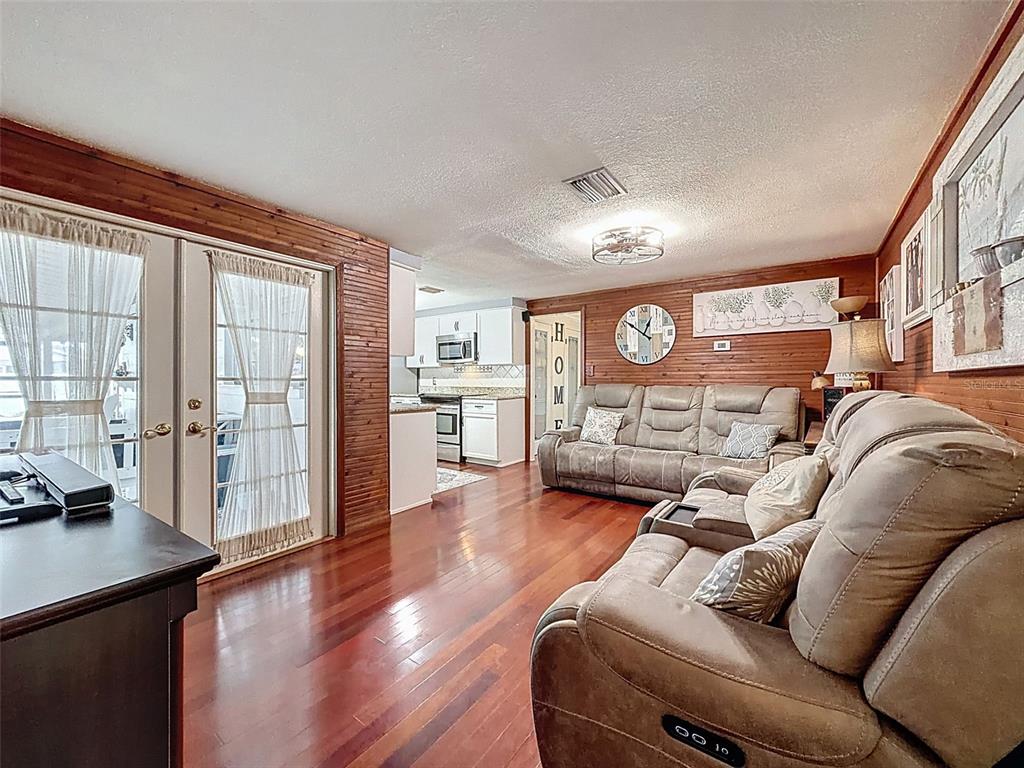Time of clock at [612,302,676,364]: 12:51
